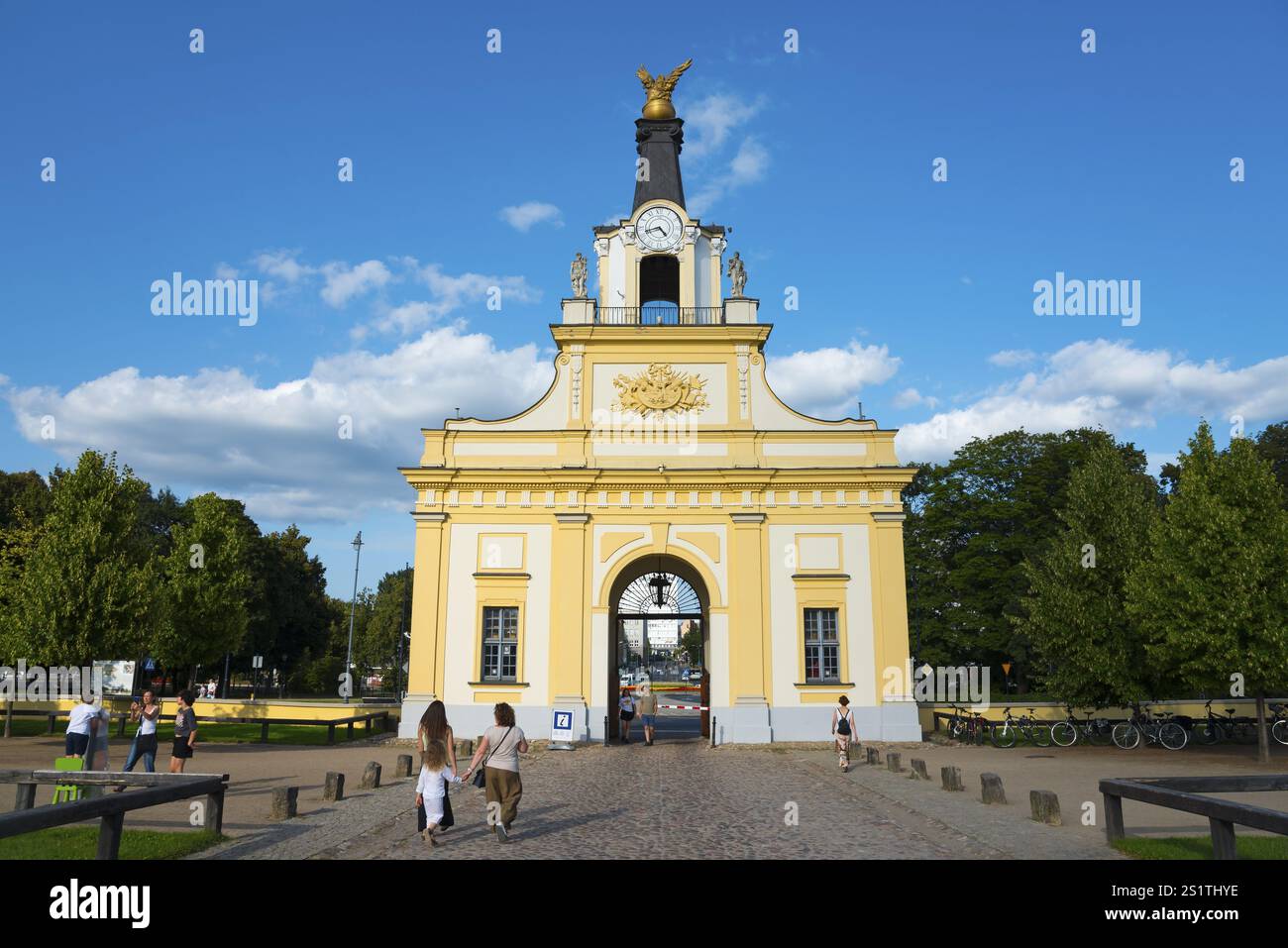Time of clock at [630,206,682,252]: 4:42
